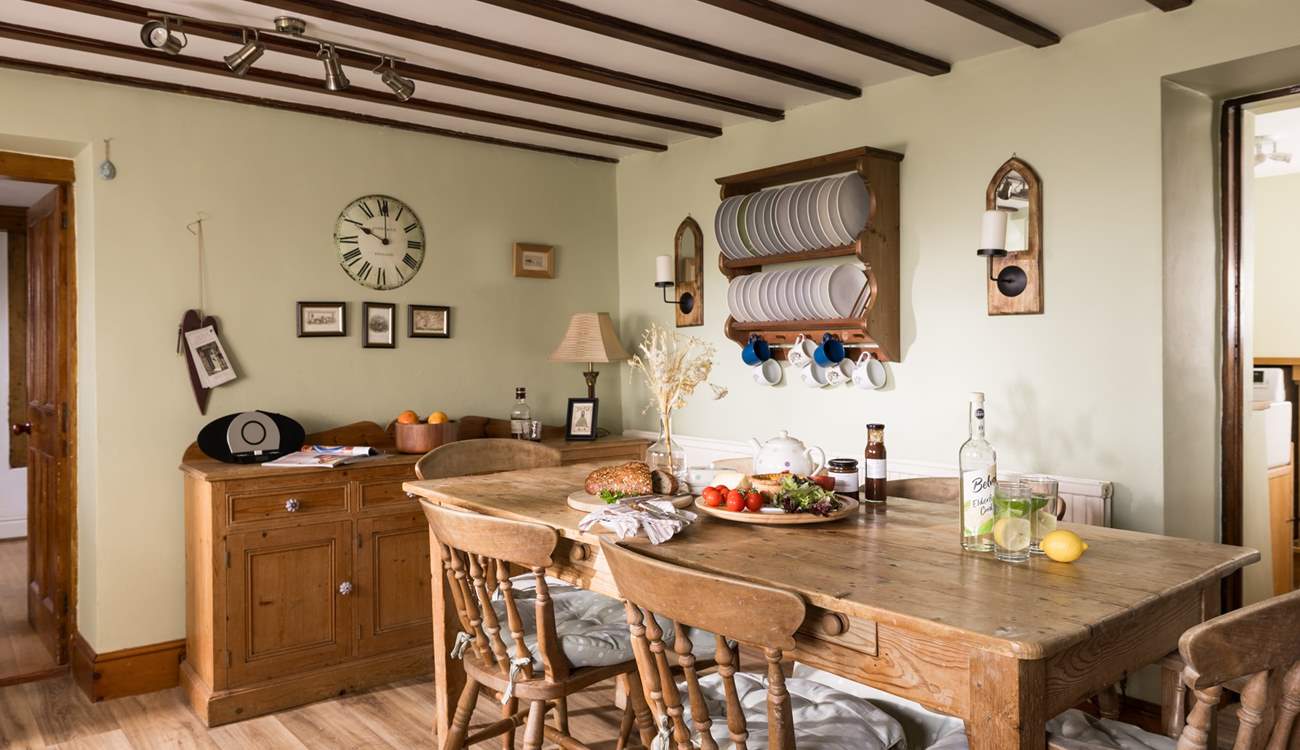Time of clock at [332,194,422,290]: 10:00
